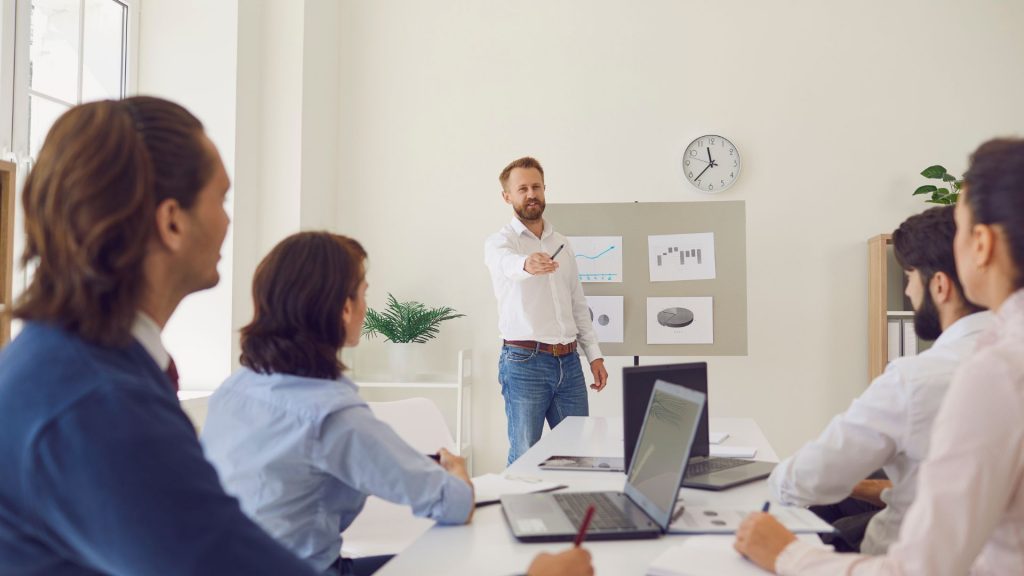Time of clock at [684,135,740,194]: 11:37
